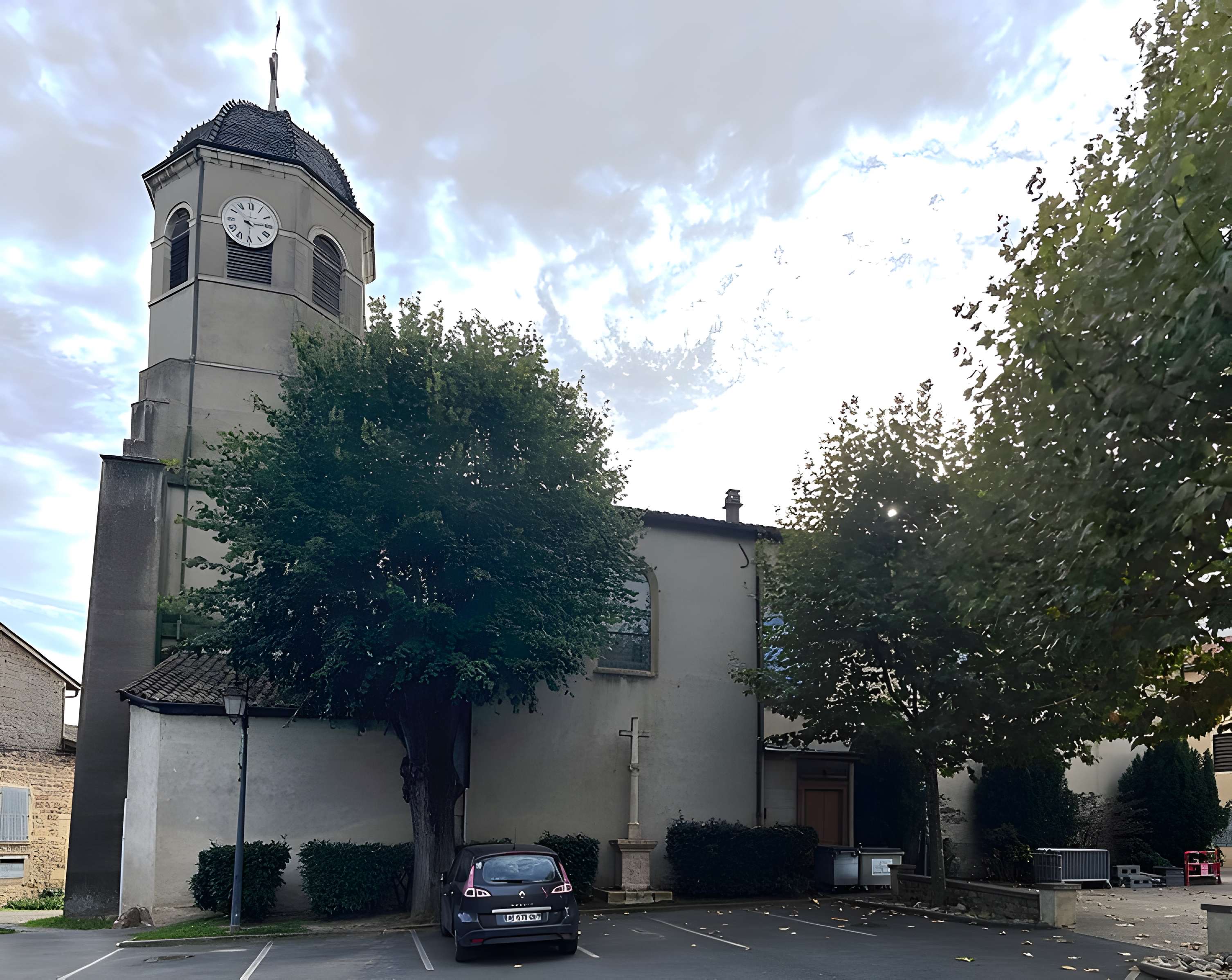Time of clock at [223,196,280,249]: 10:14
